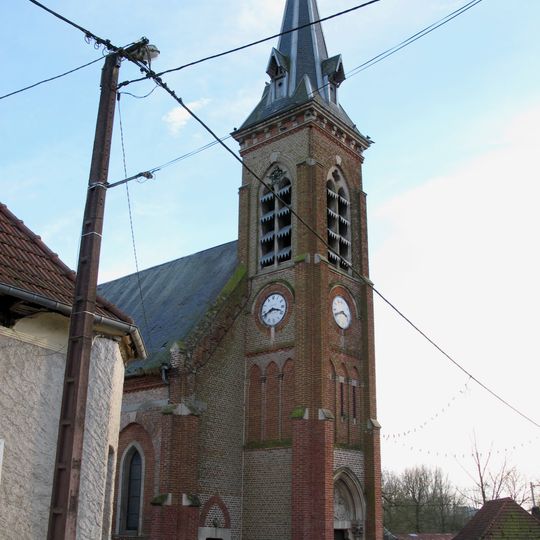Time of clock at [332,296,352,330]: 3:41
